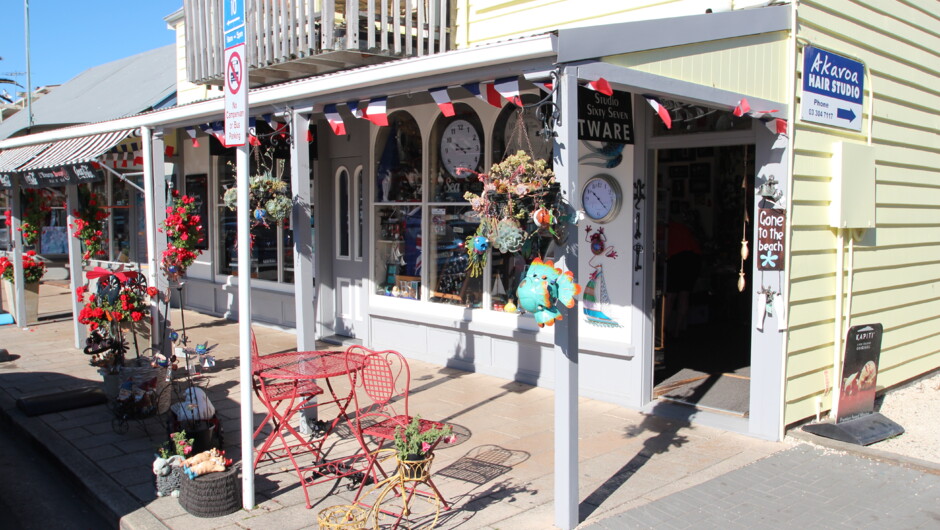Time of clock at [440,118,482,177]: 10:14
